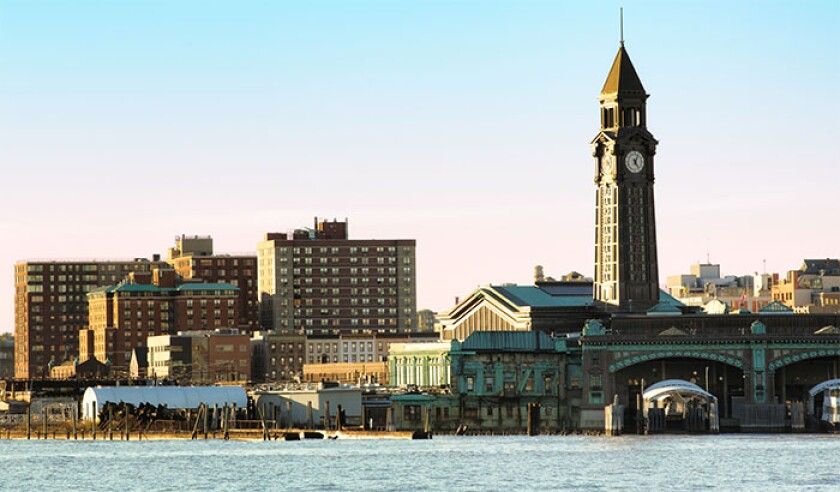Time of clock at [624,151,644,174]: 5:04
